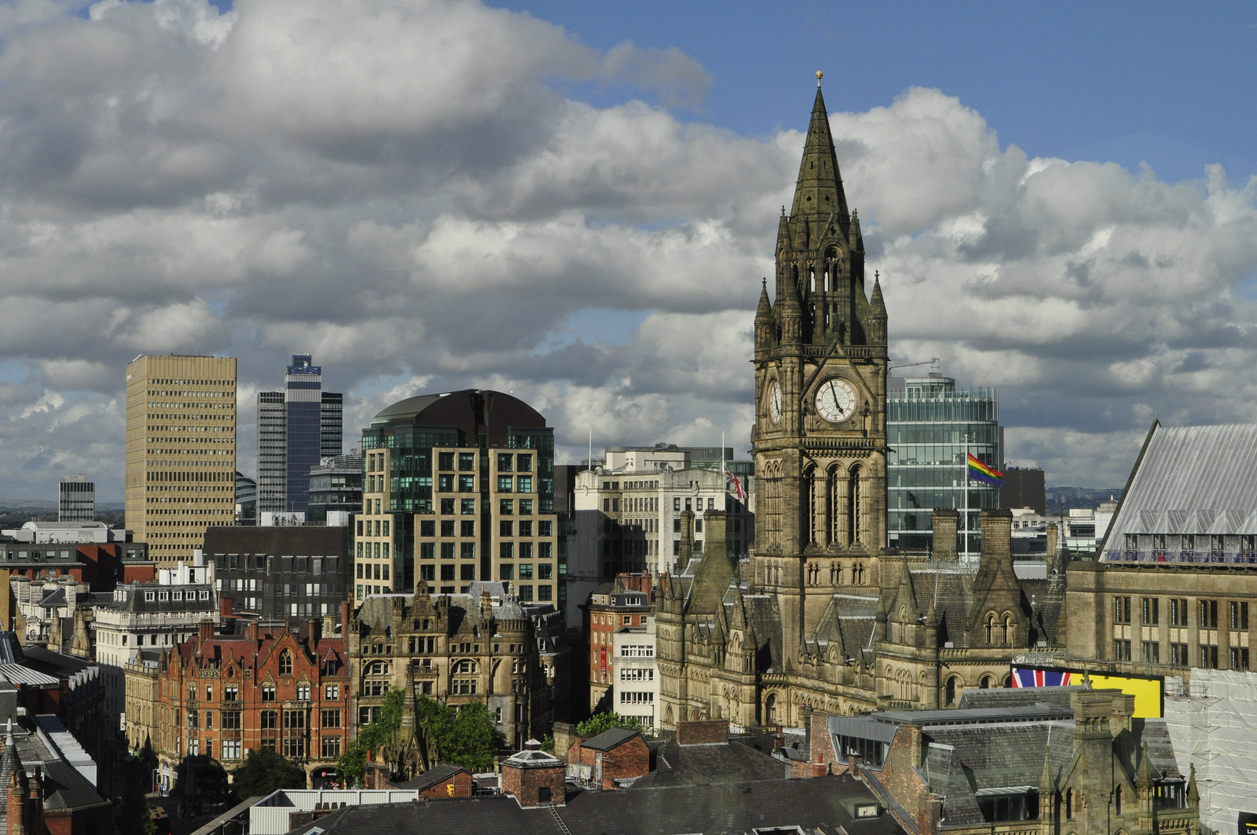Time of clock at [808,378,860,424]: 4:57
